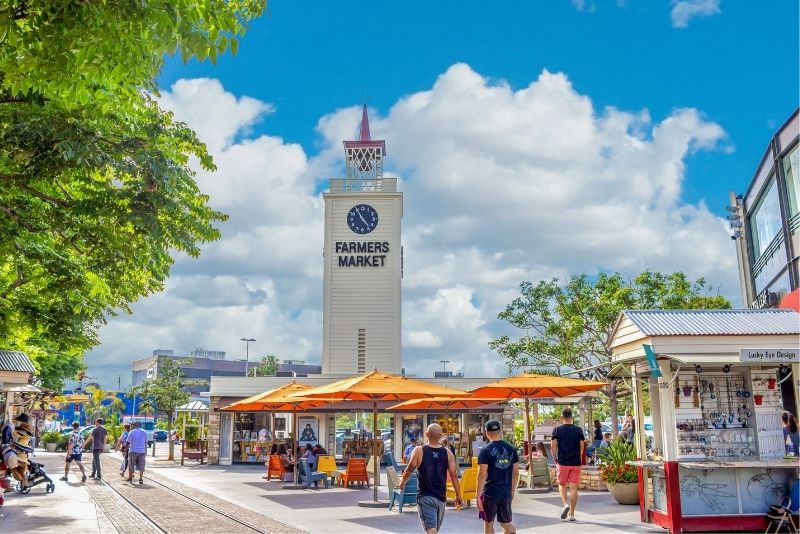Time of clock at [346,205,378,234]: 4:54
